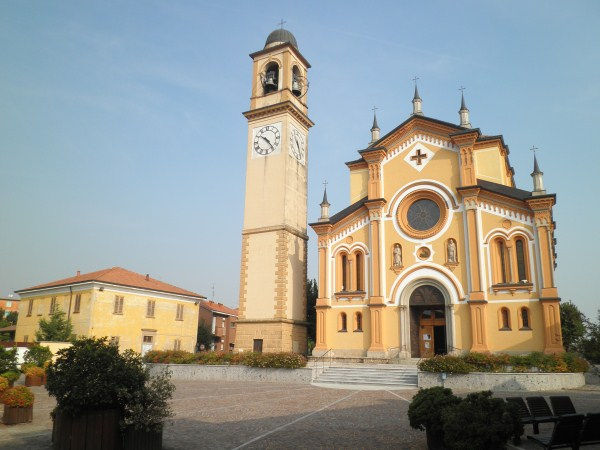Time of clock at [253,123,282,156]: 10:23
